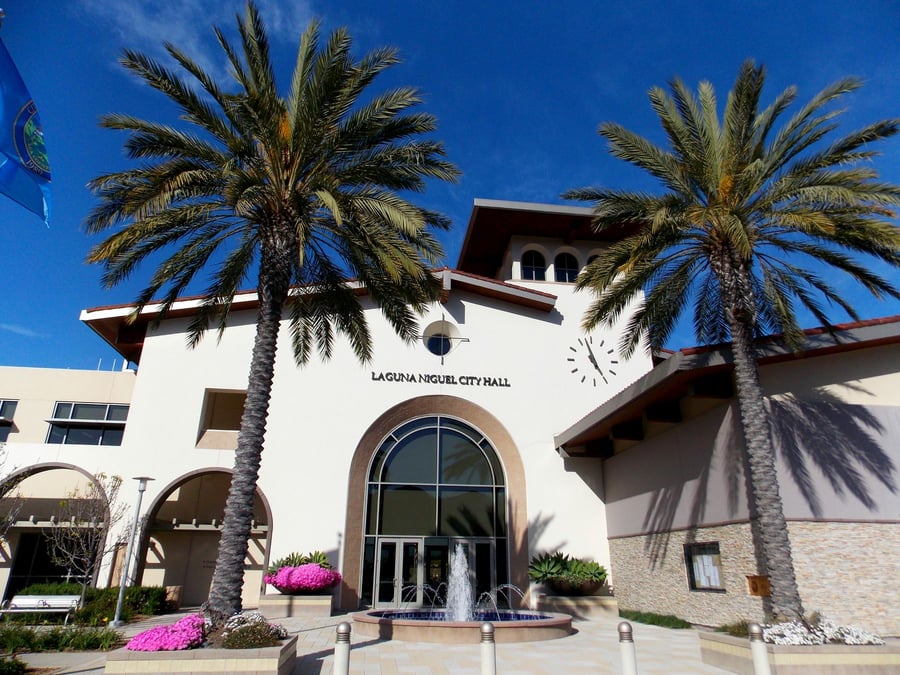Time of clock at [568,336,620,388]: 4:57
